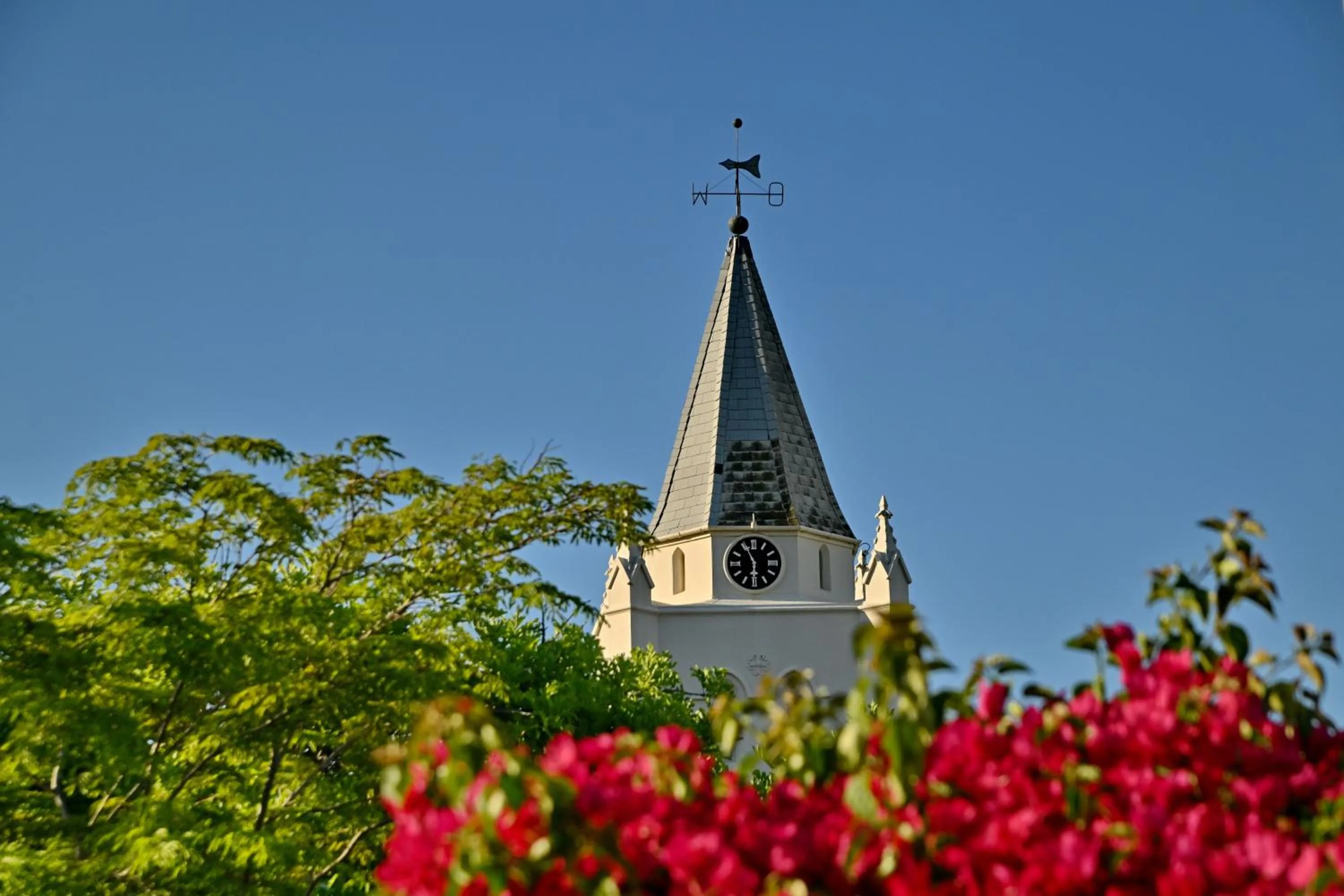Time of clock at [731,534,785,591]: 5:55
